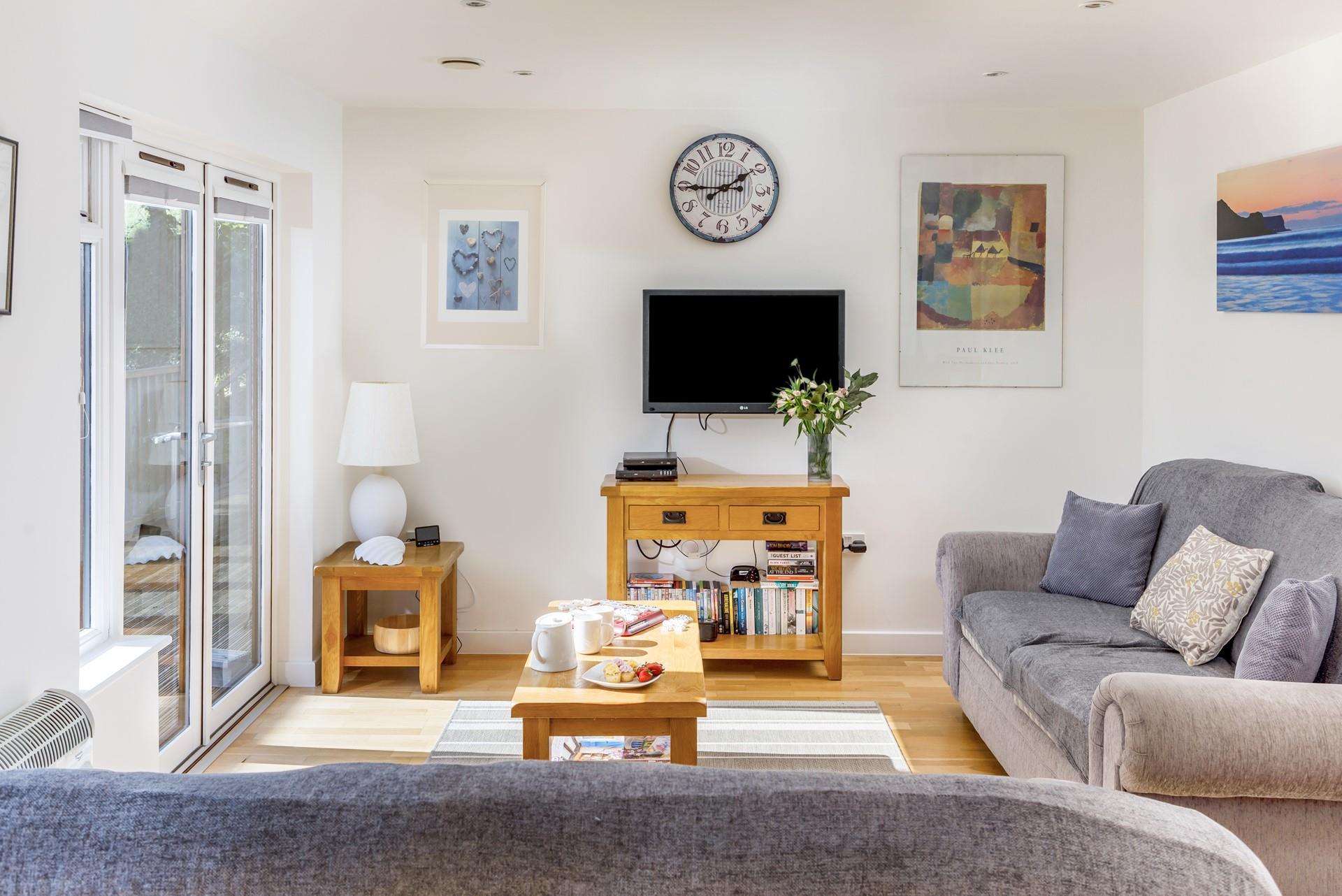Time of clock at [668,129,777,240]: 1:45
